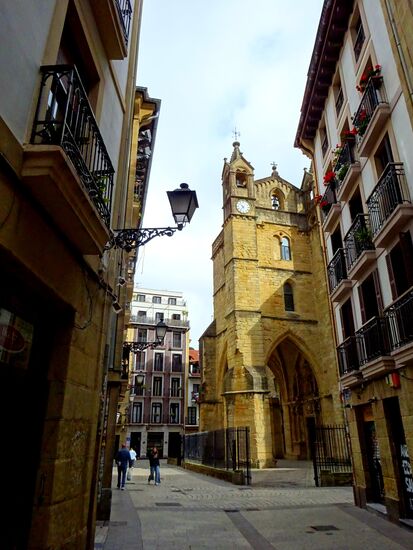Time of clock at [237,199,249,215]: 10:36
